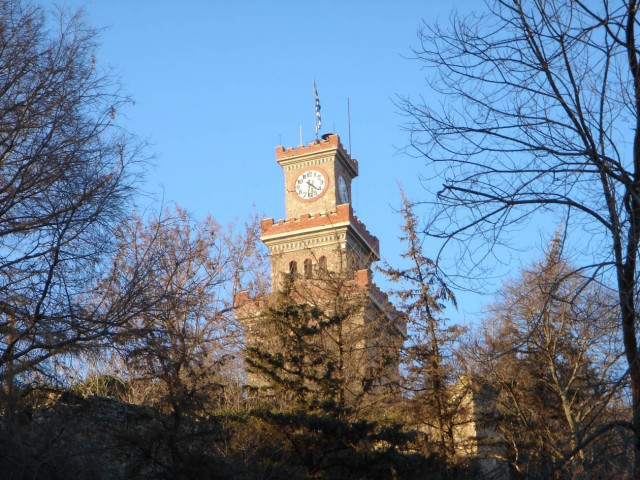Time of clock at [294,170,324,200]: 4:31
